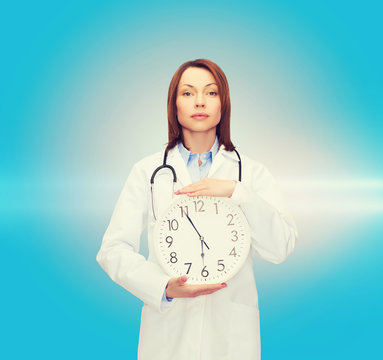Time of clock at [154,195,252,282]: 5:55
